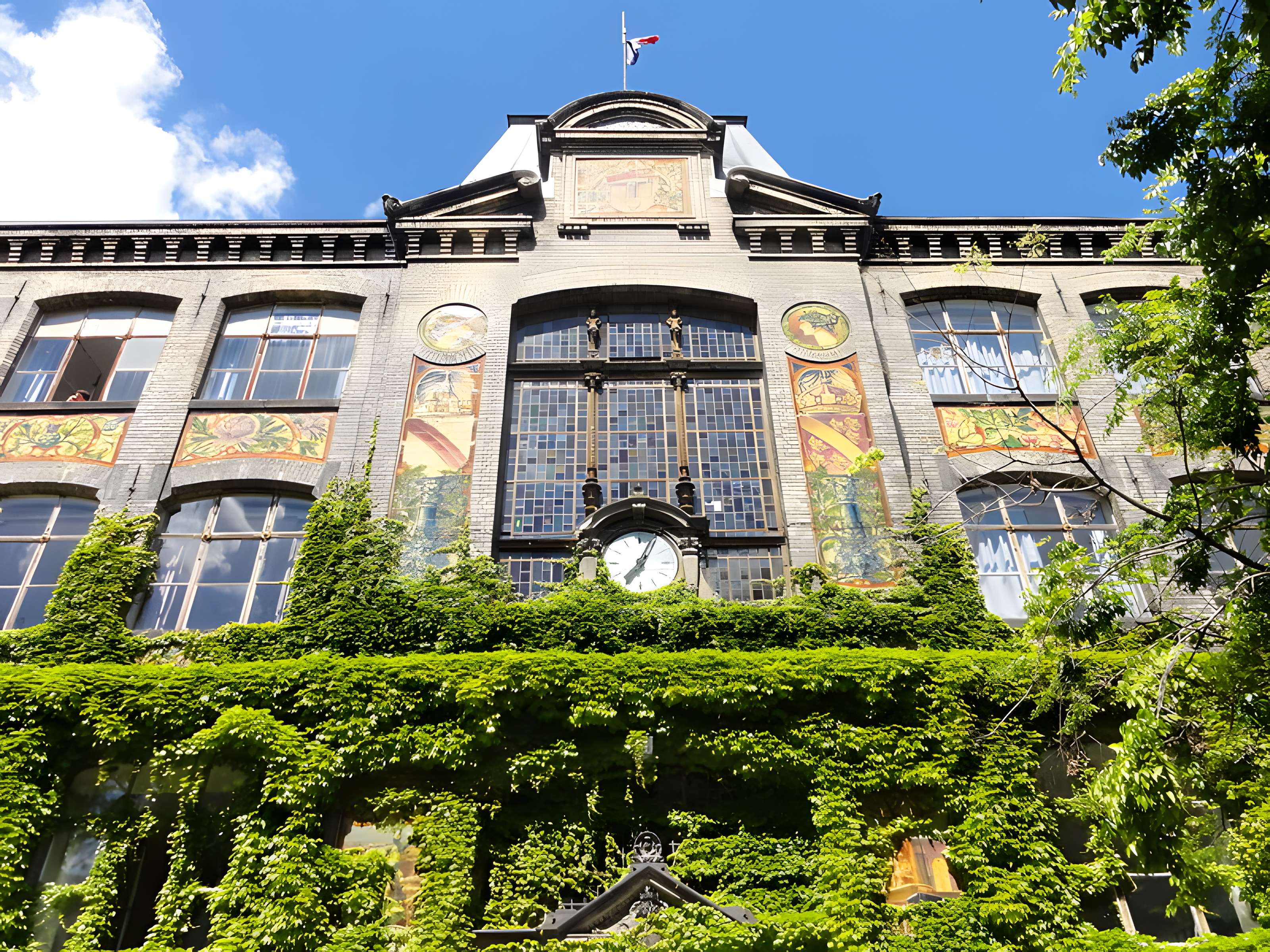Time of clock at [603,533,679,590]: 7:04
